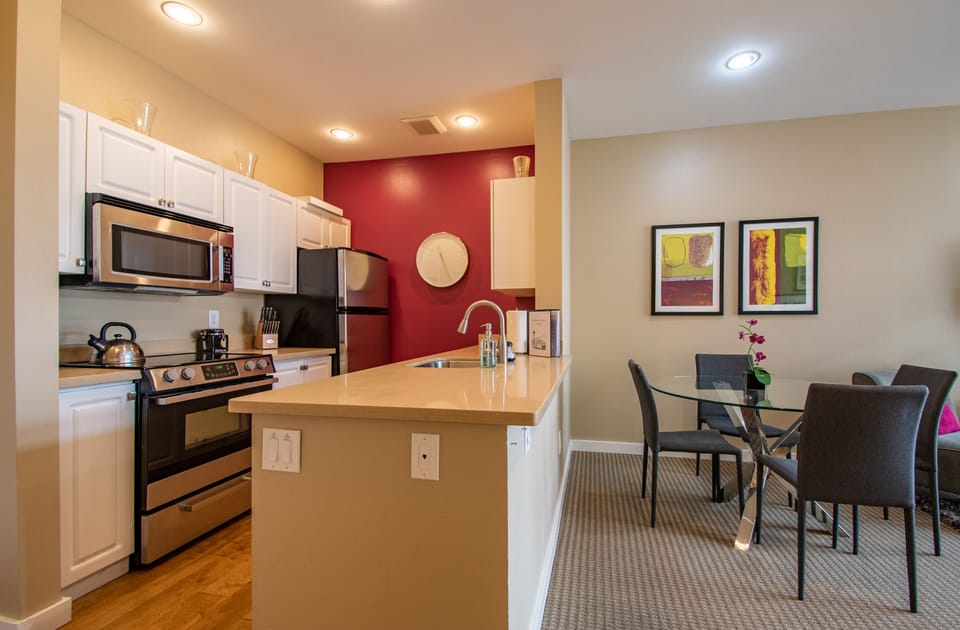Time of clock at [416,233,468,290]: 11:25
